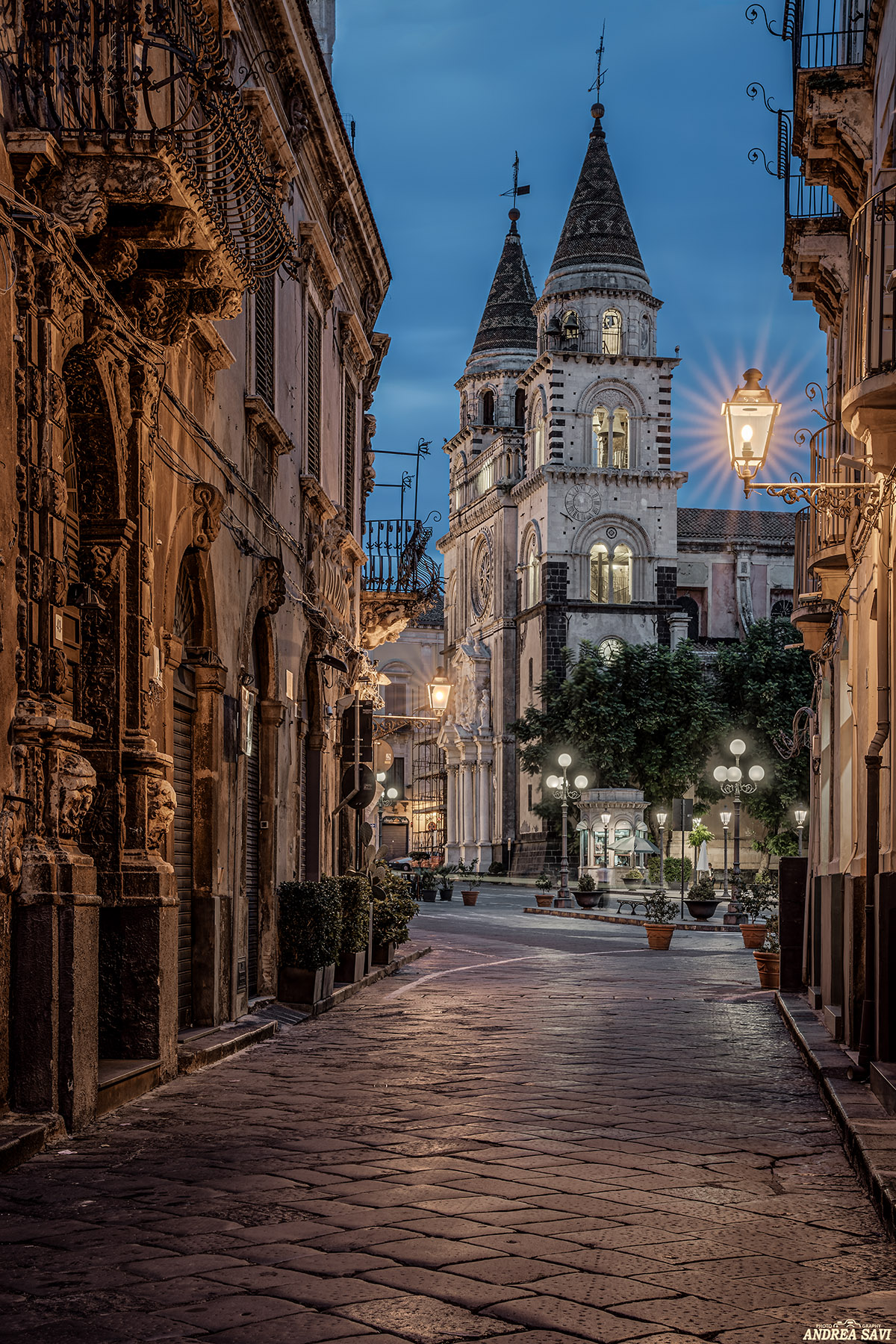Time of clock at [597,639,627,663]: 6:56
